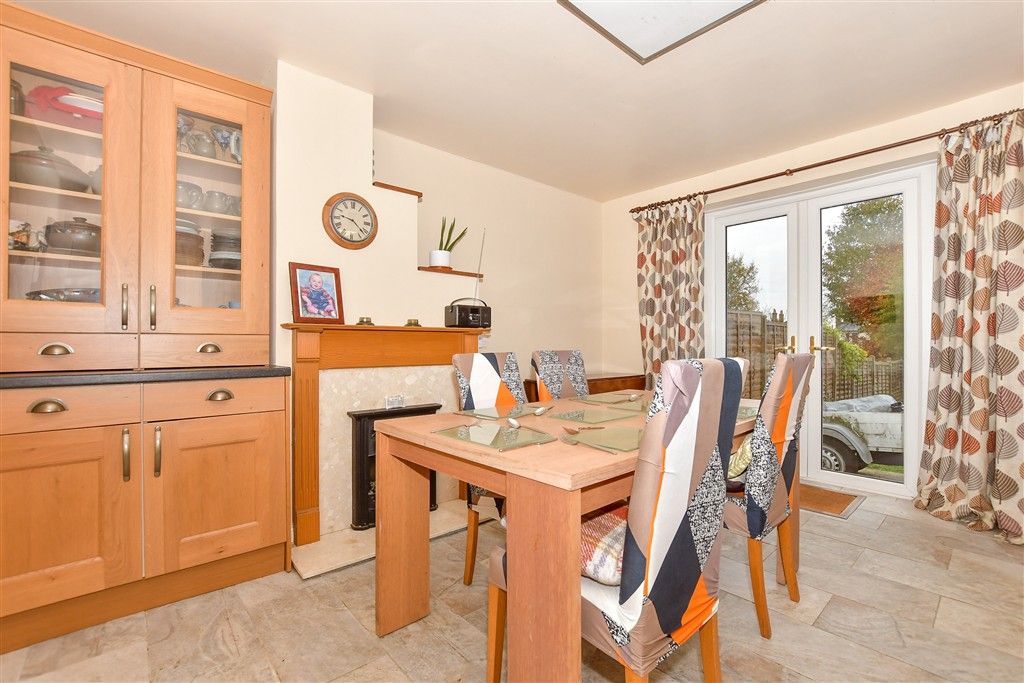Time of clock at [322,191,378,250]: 9:21
